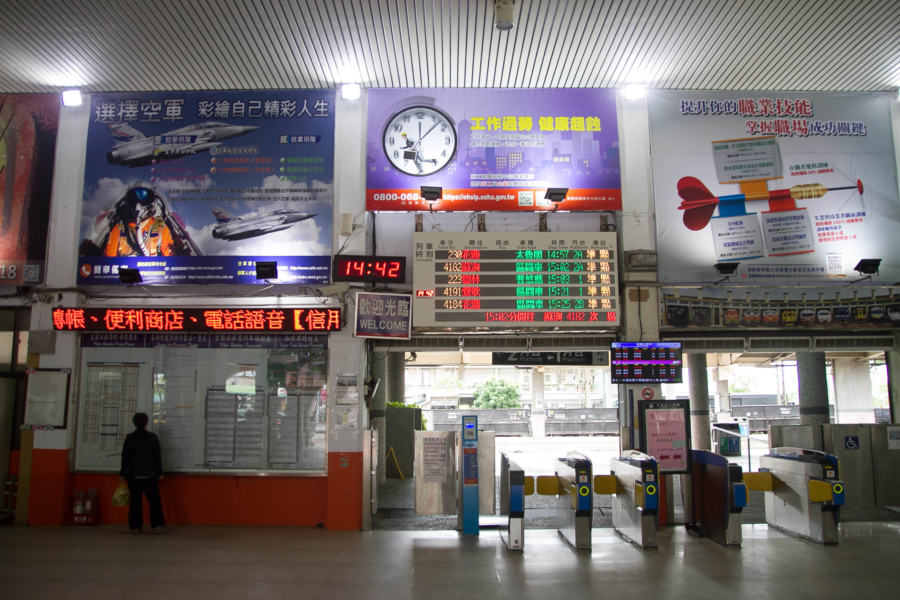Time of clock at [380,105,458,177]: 10:07
